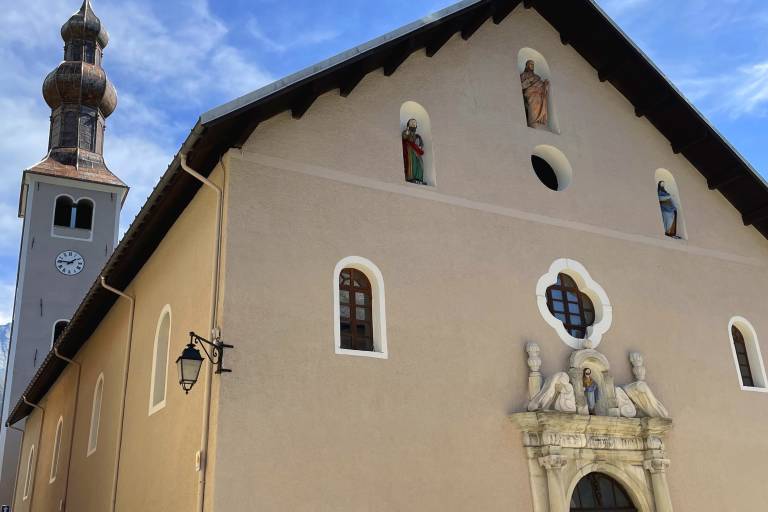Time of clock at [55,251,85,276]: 1:46
